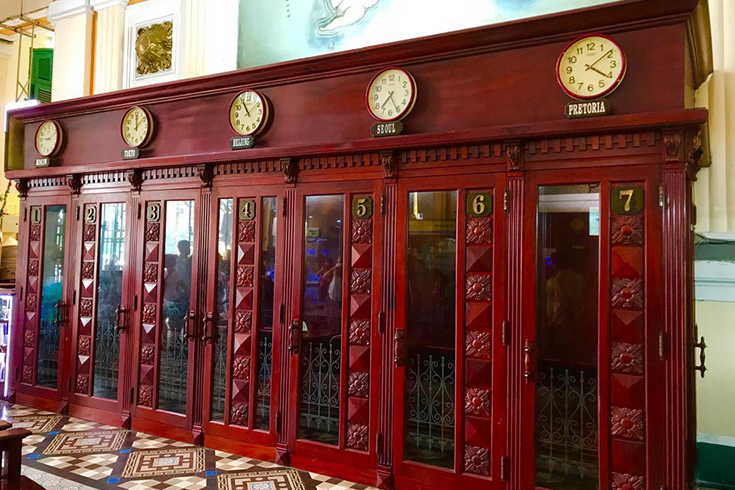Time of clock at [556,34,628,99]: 4:08
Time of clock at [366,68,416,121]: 7:25
